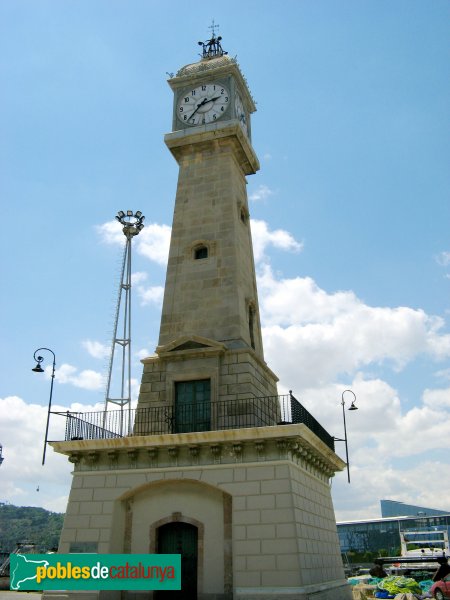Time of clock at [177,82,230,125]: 2:37
